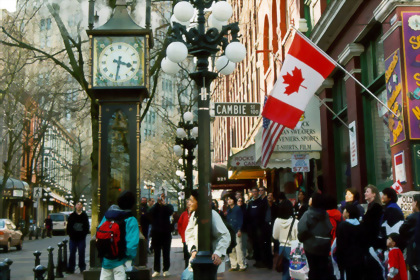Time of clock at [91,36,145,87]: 3:31
